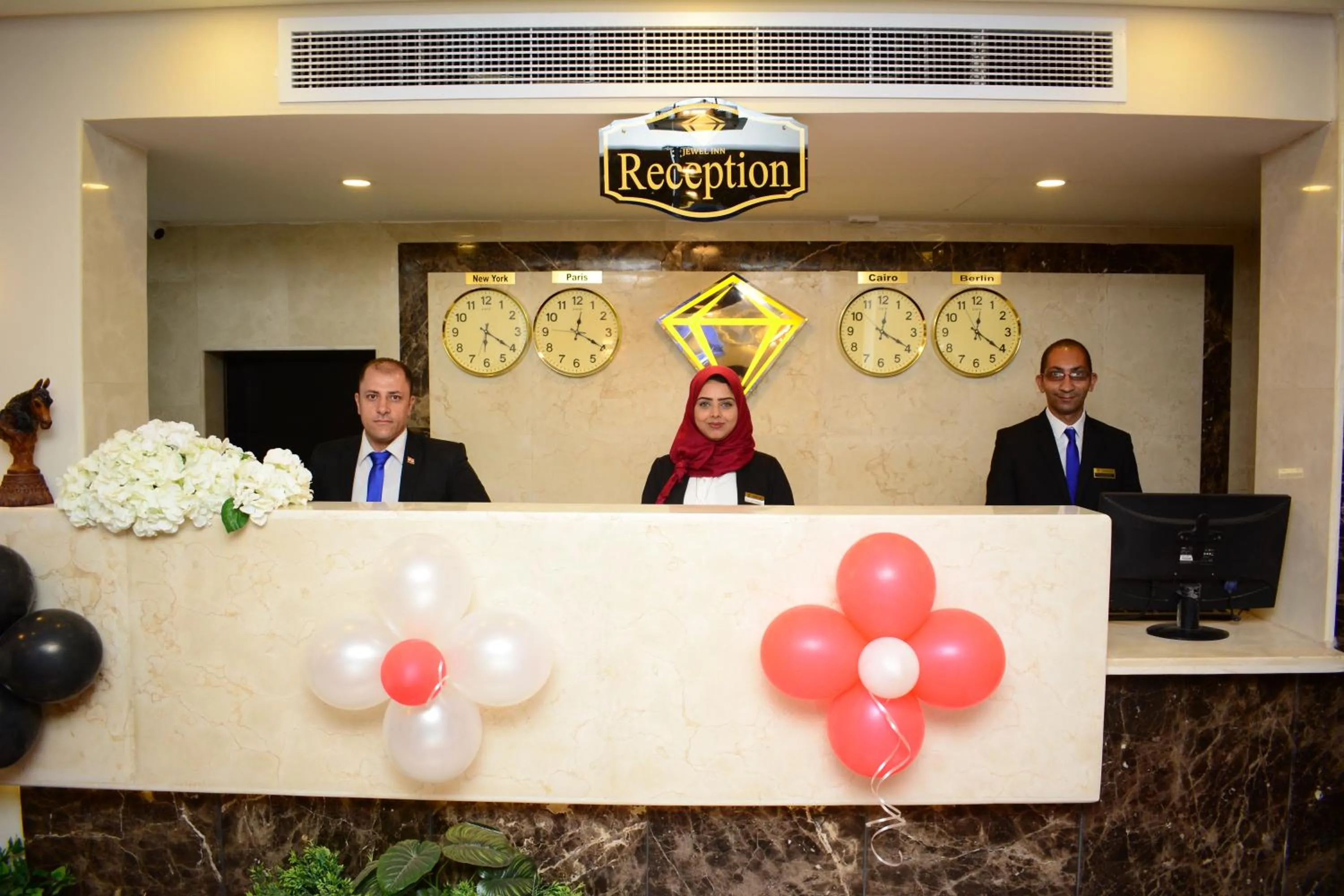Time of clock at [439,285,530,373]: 6:20
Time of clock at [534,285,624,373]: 12:20
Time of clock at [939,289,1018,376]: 12:20
